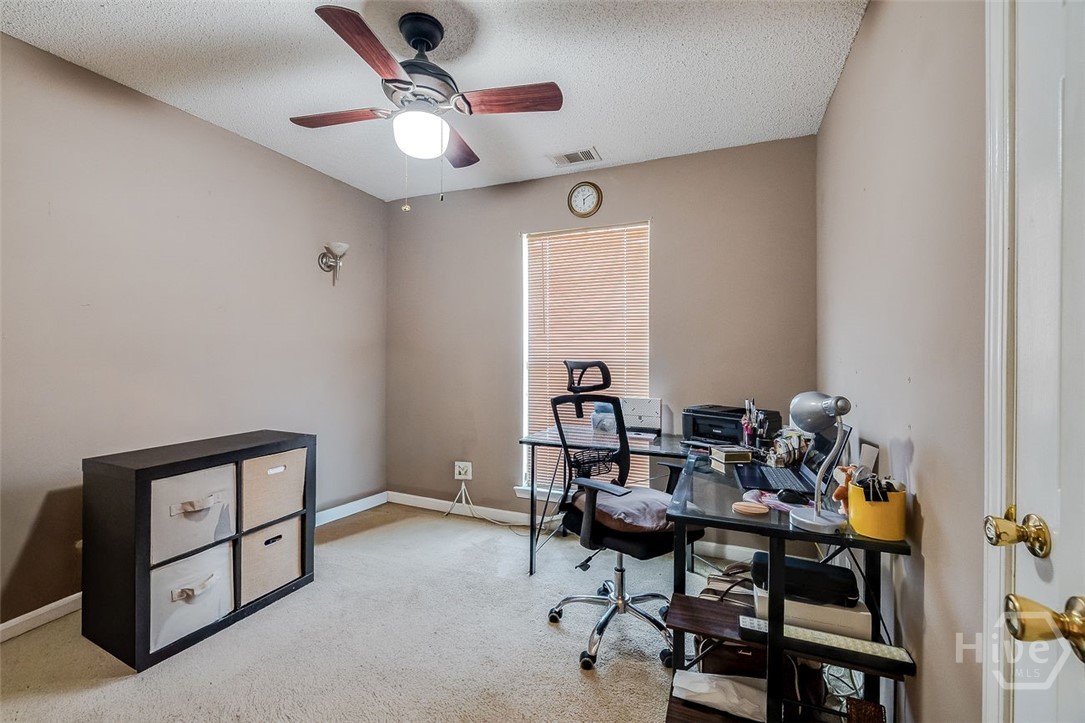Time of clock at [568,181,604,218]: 6:10
